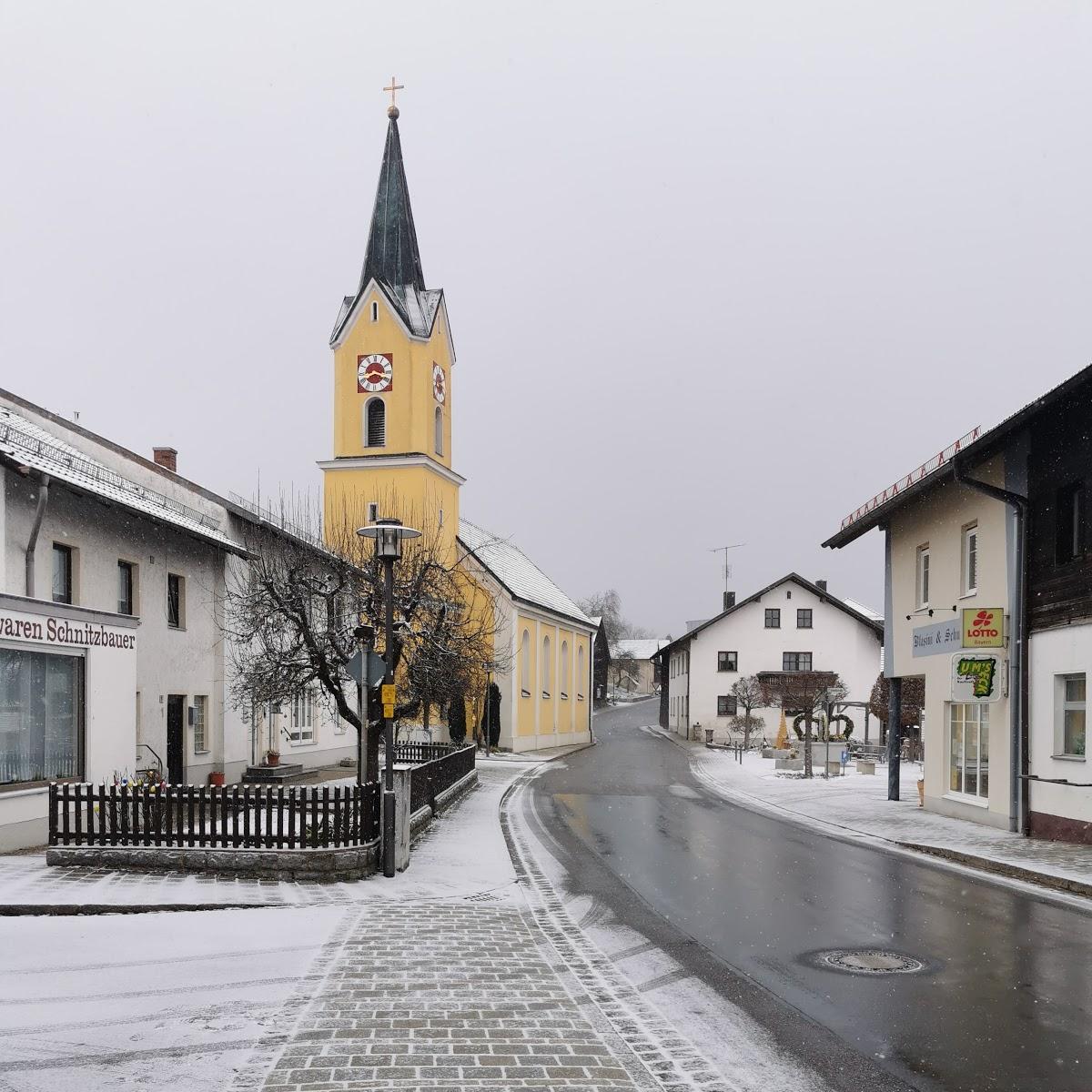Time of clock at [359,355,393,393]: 8:18
